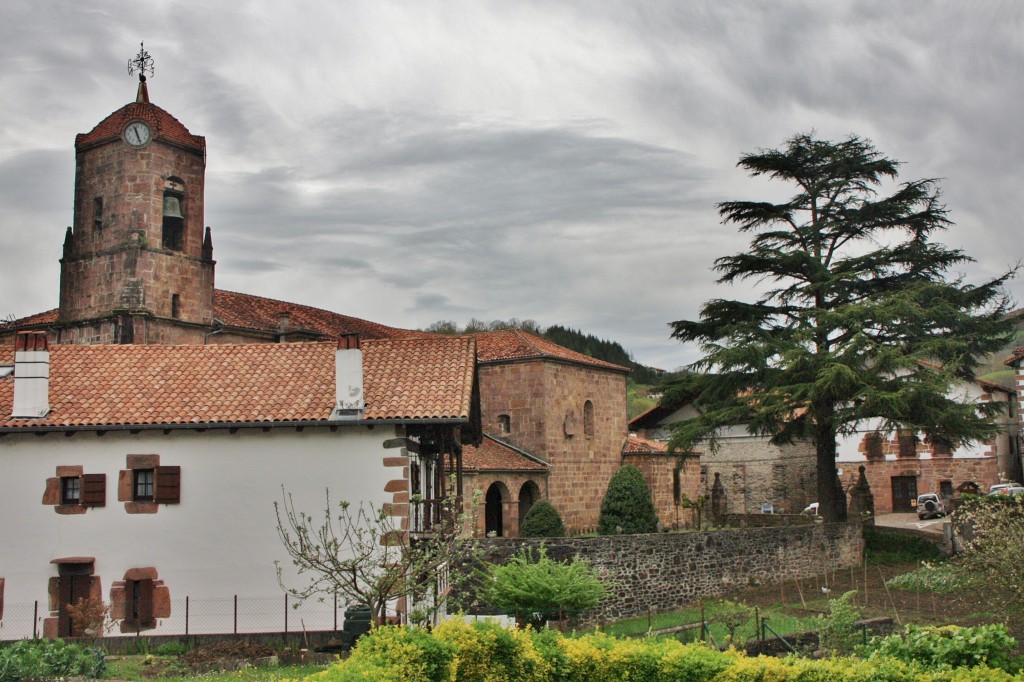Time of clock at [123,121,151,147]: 11:26
